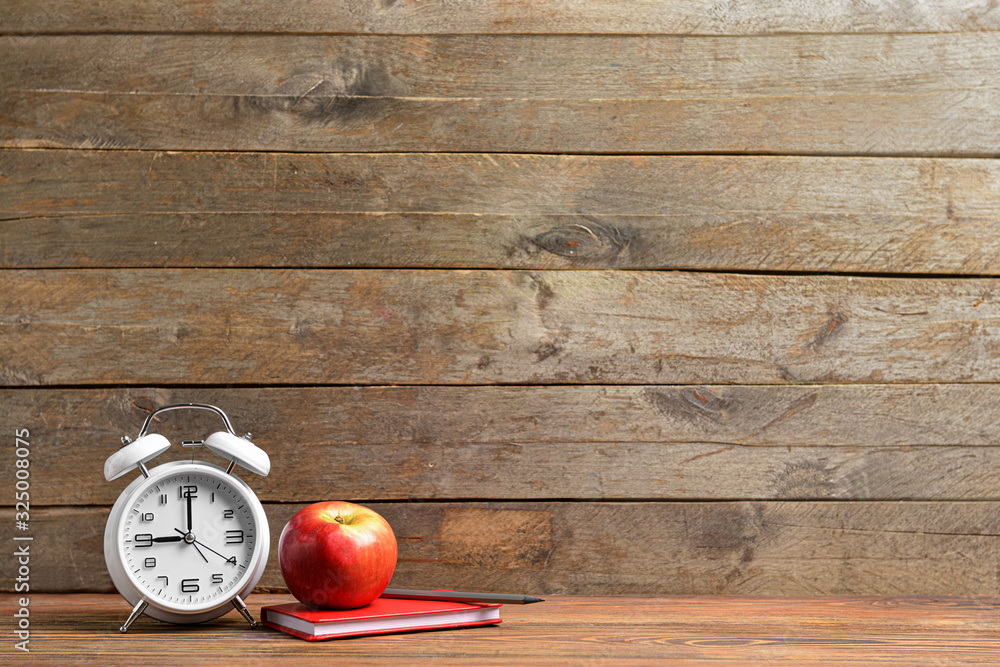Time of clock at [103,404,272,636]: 9:00
